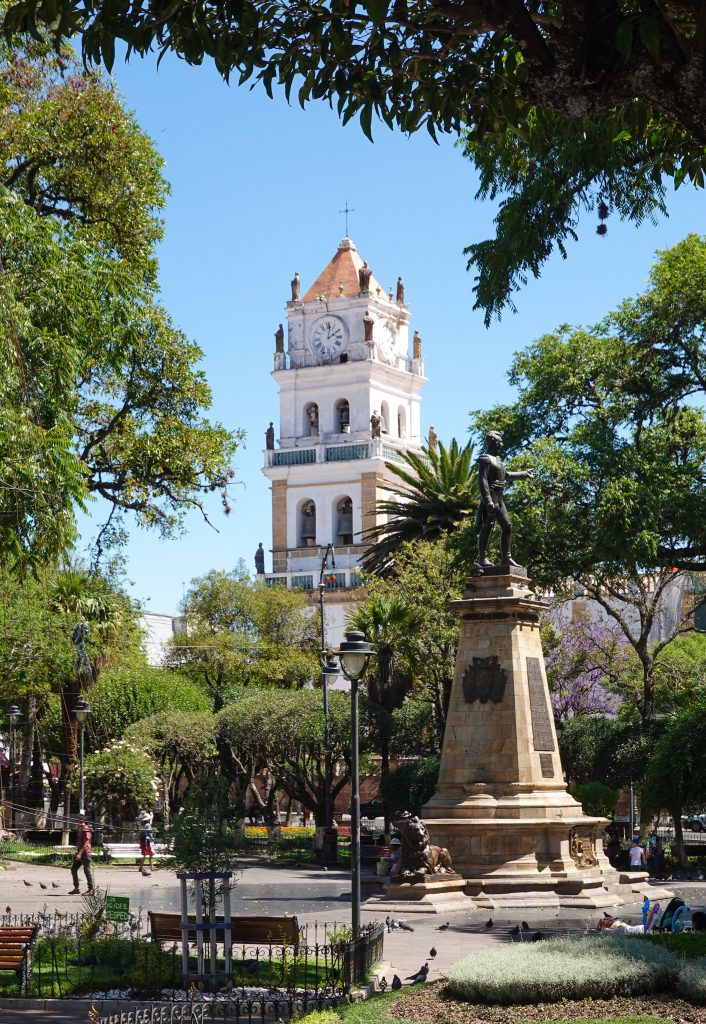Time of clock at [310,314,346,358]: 2:01
